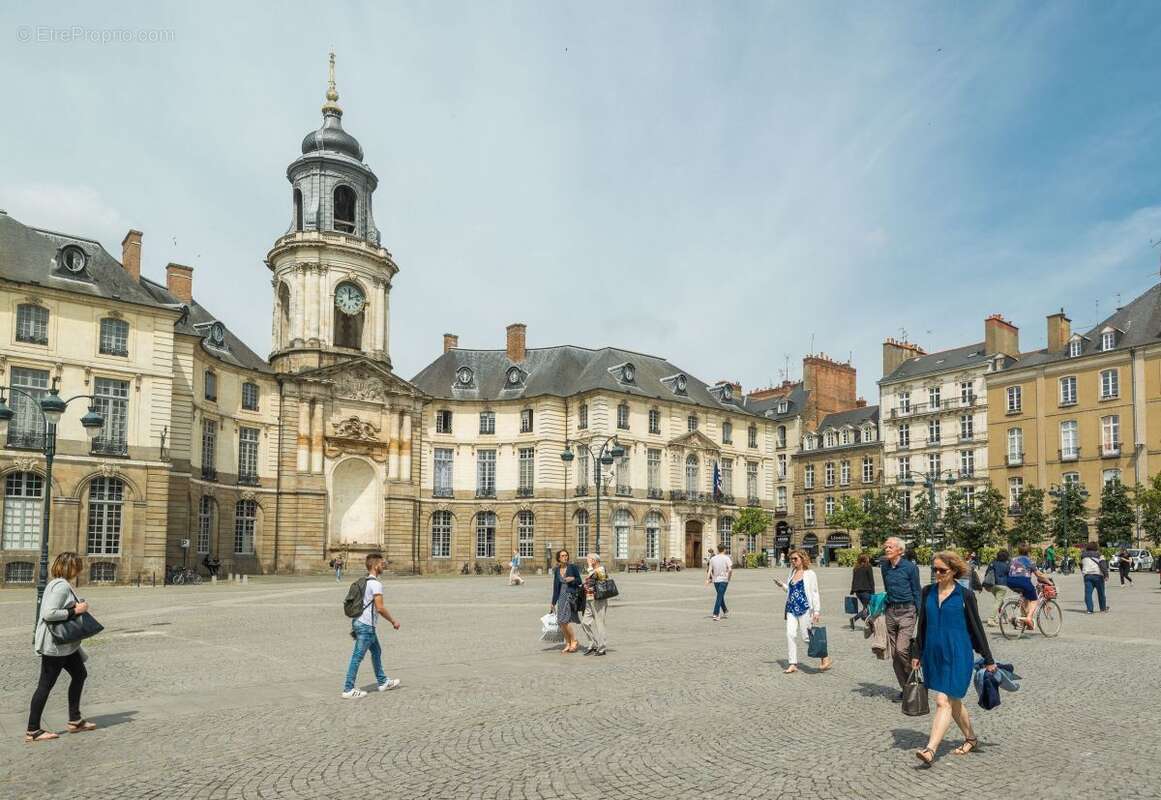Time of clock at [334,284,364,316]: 12:11
